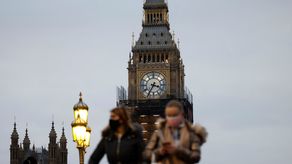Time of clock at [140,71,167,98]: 3:35
